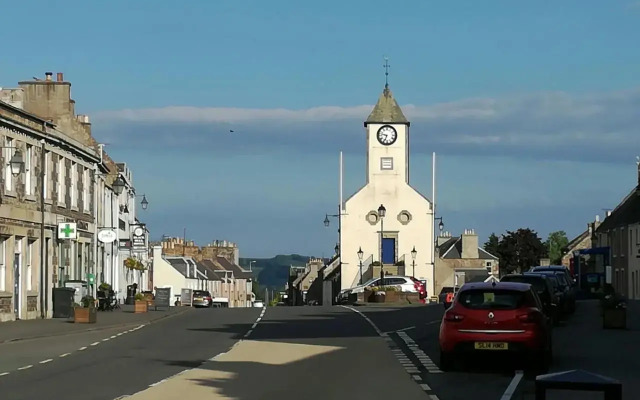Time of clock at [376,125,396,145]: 6:47
